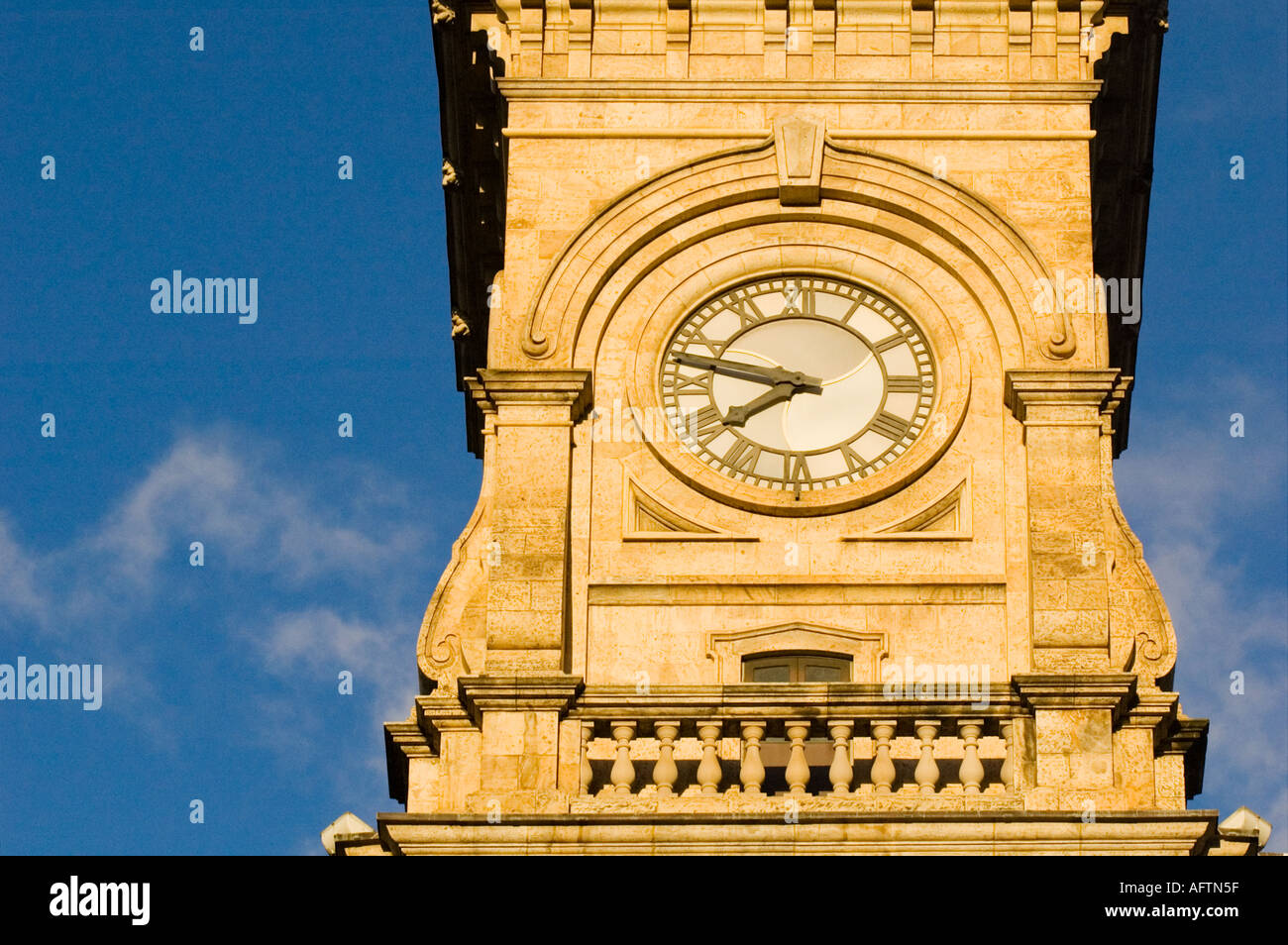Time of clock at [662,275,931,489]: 7:46
